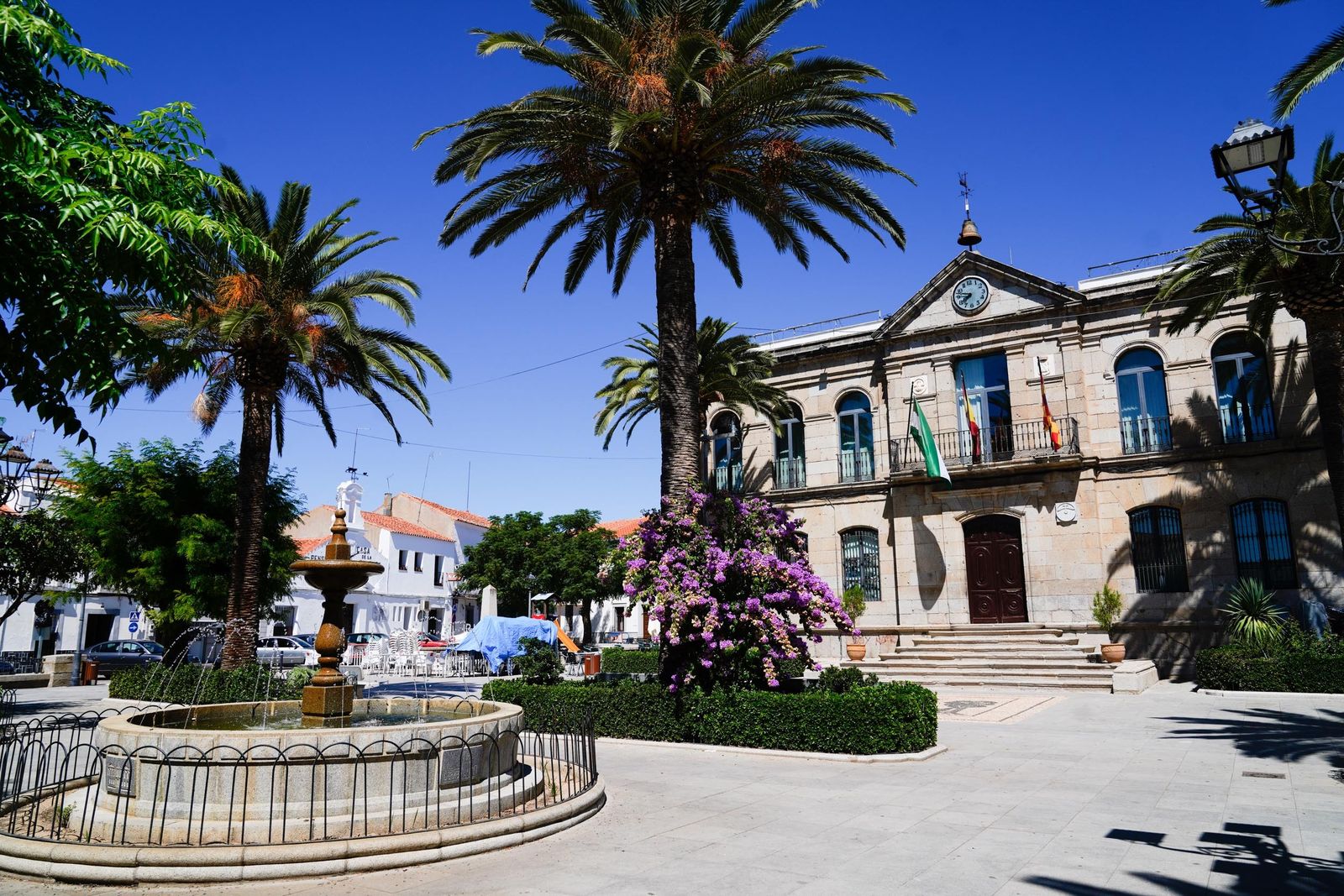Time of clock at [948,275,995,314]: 7:47
